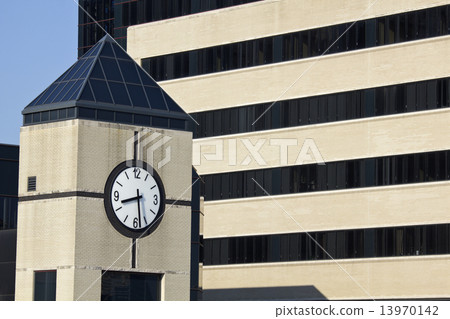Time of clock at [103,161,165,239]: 8:28
